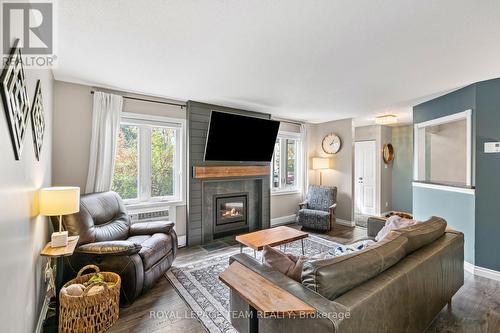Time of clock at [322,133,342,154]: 1:12
